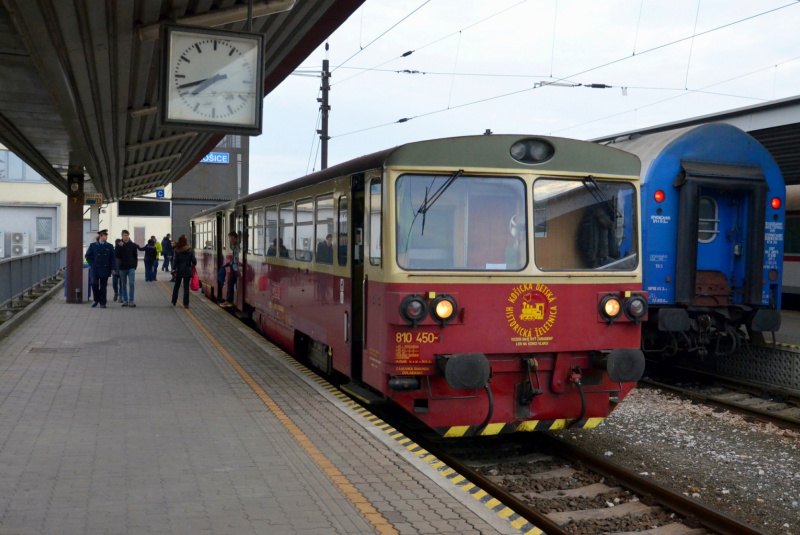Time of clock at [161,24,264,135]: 7:42
